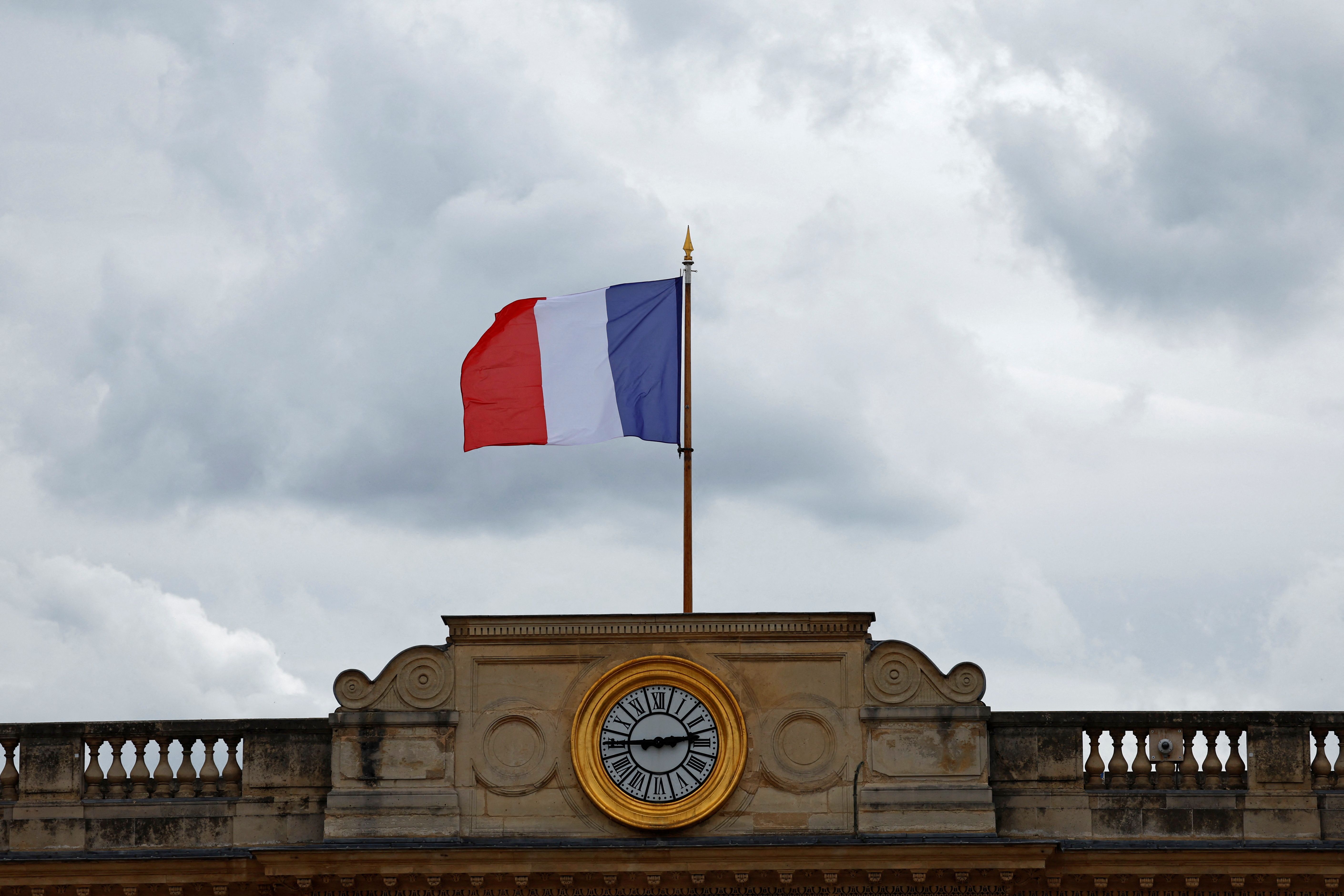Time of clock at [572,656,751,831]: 2:45
